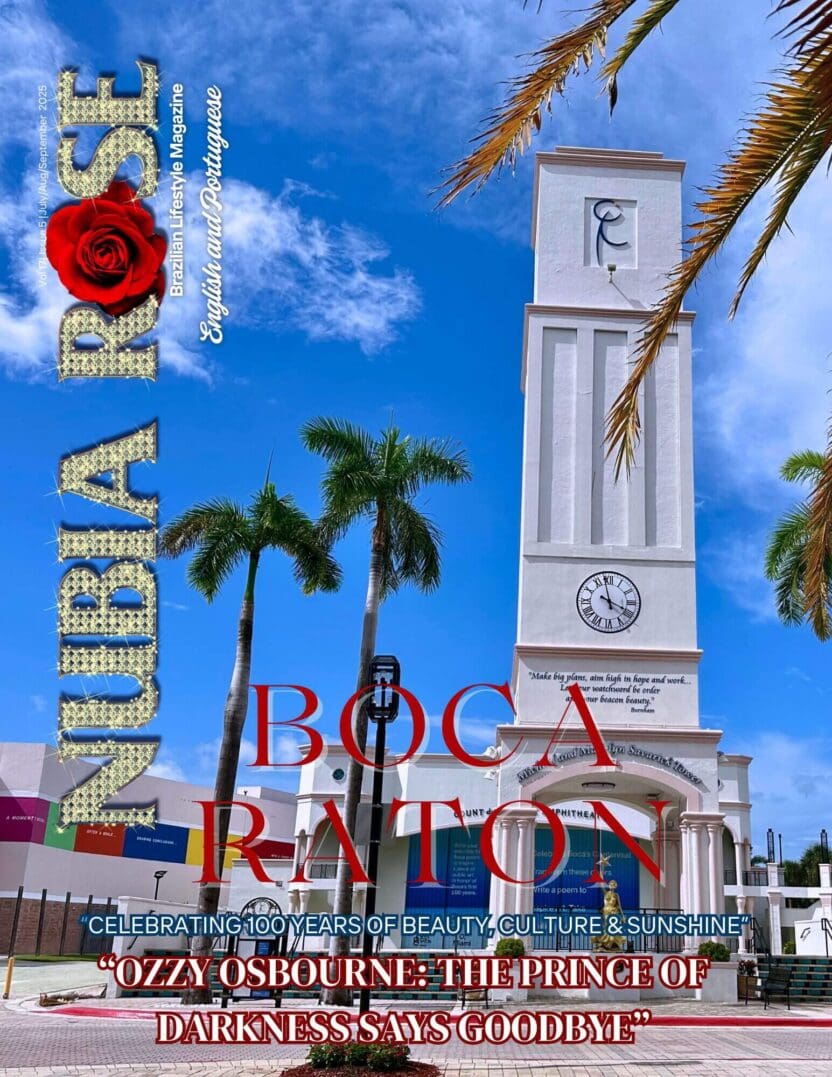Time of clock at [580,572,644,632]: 3:58
